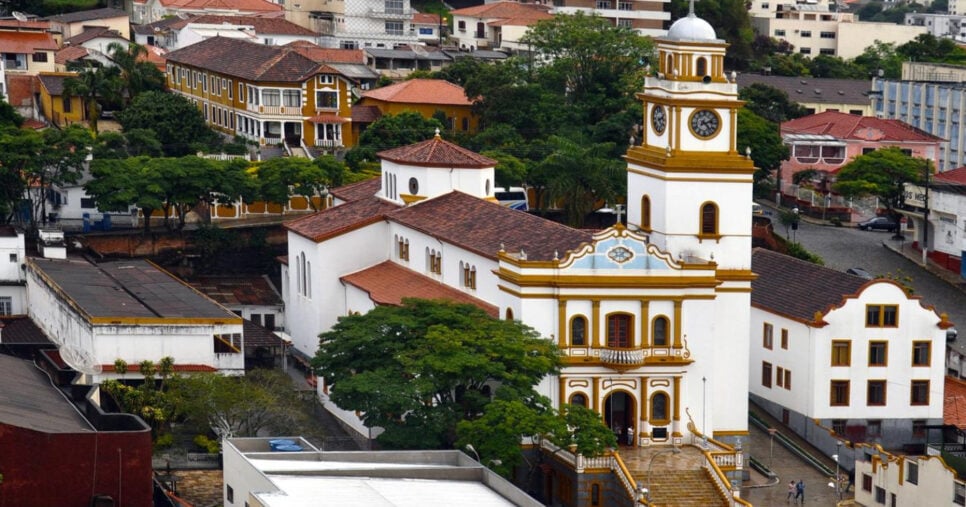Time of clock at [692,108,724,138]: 2:23
